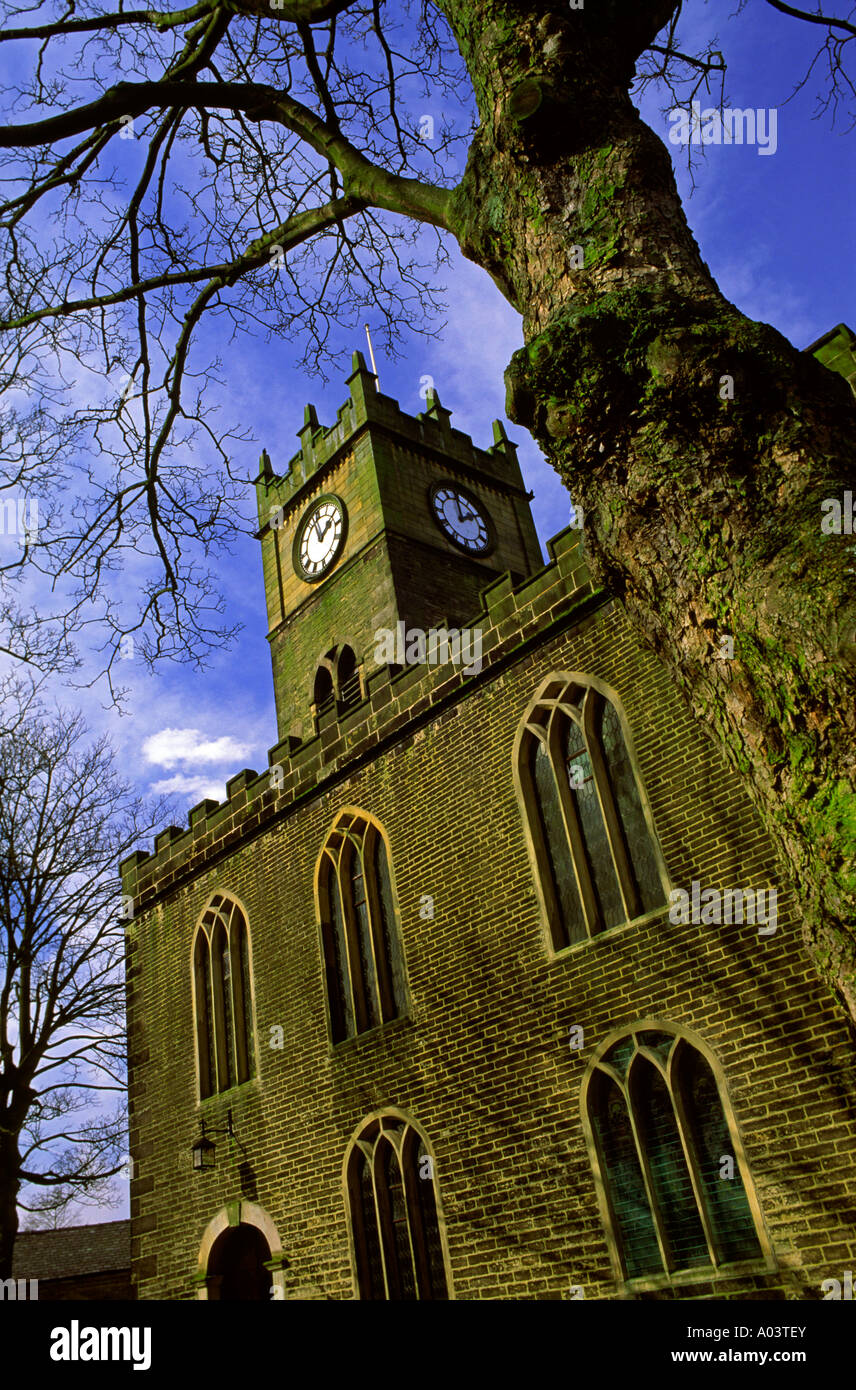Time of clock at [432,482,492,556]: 2:00
